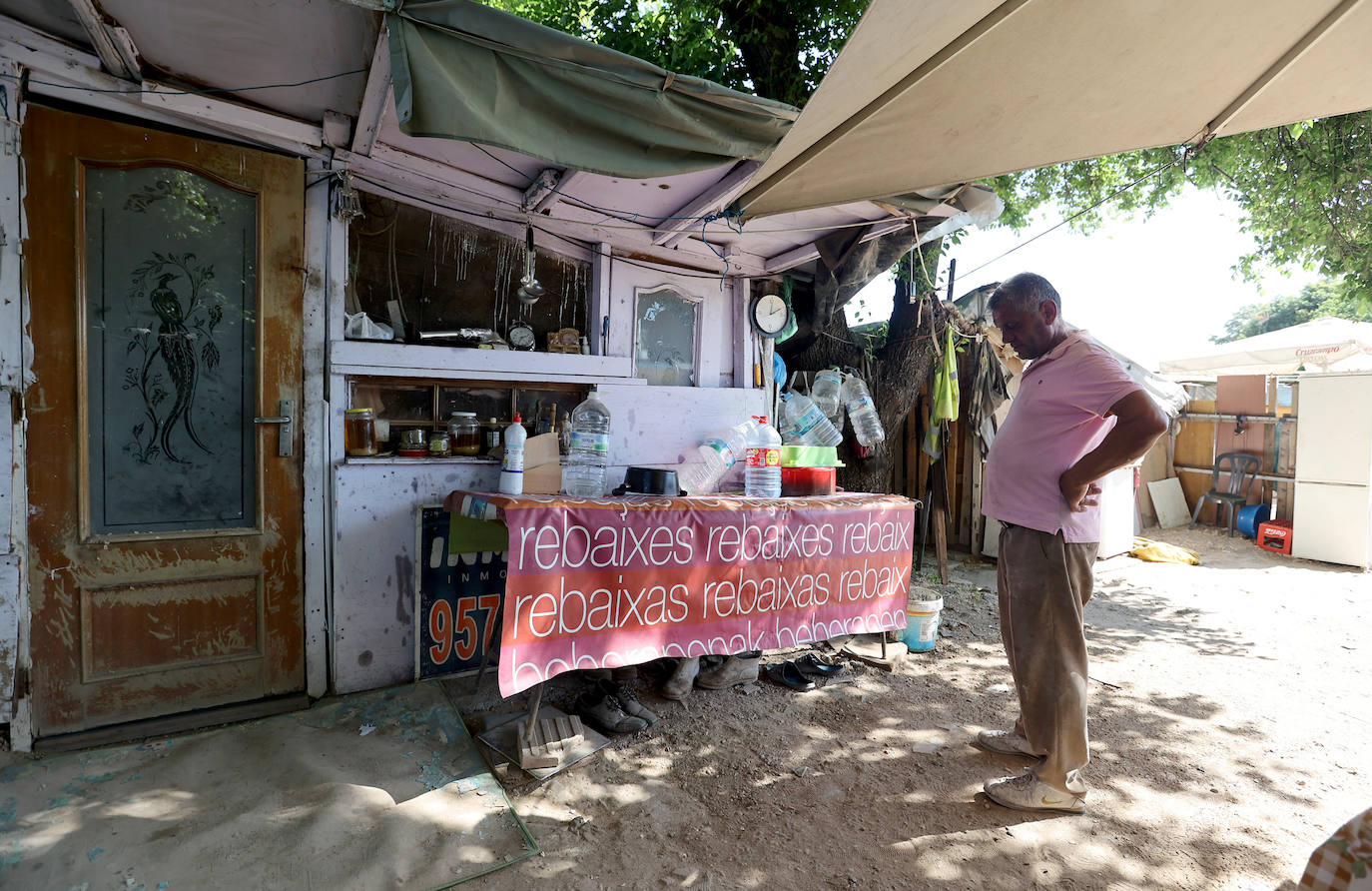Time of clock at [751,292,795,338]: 12:11
